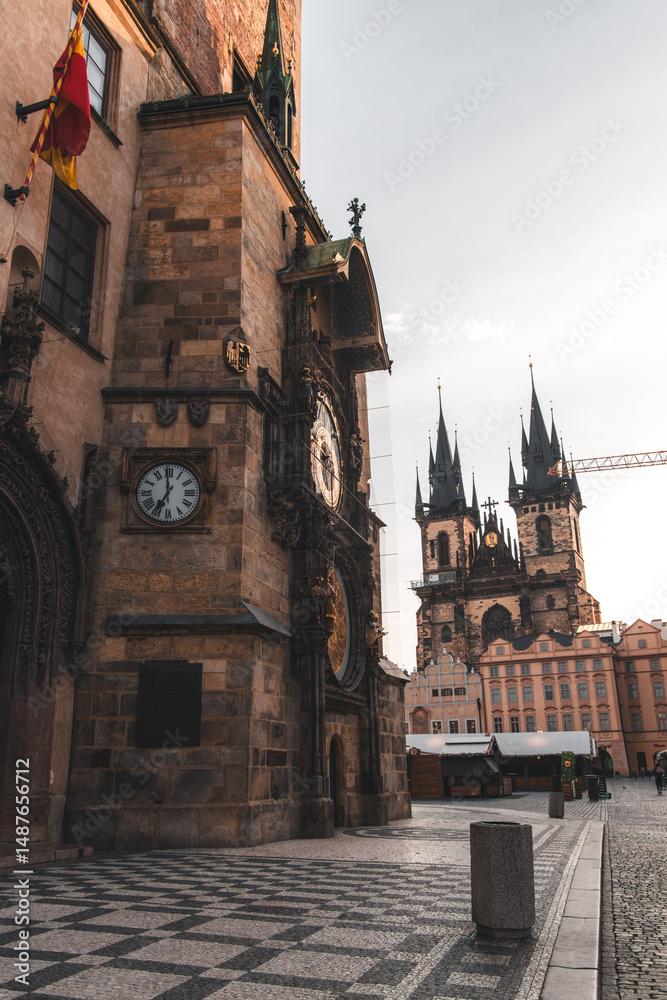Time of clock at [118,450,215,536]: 6:59
